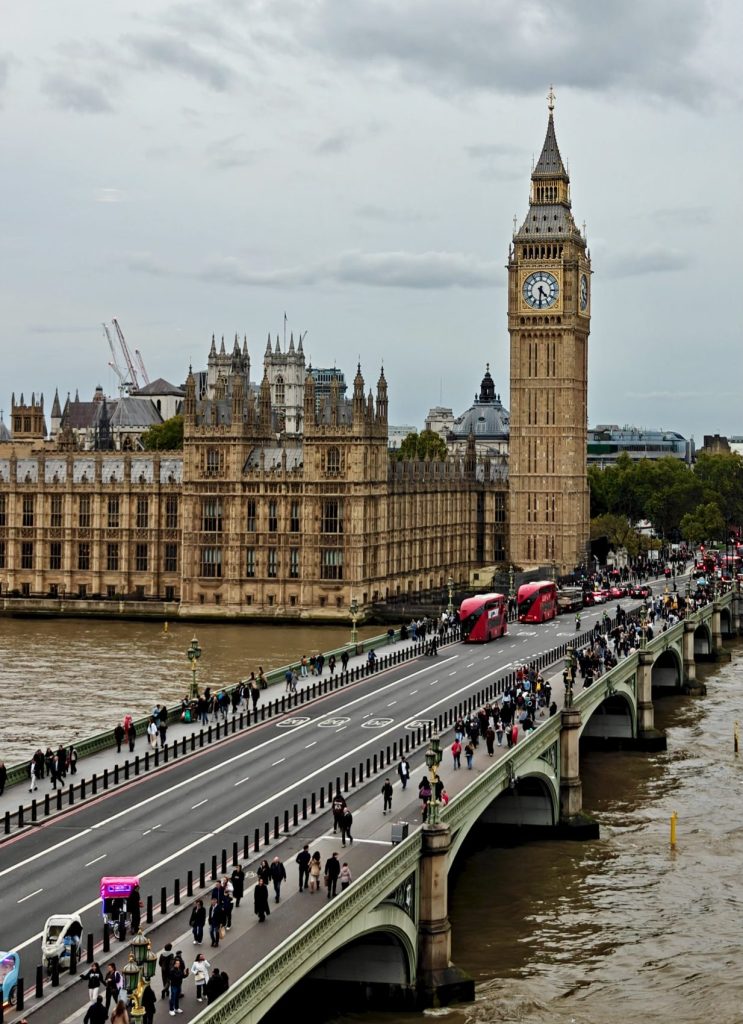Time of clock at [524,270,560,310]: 4:31
